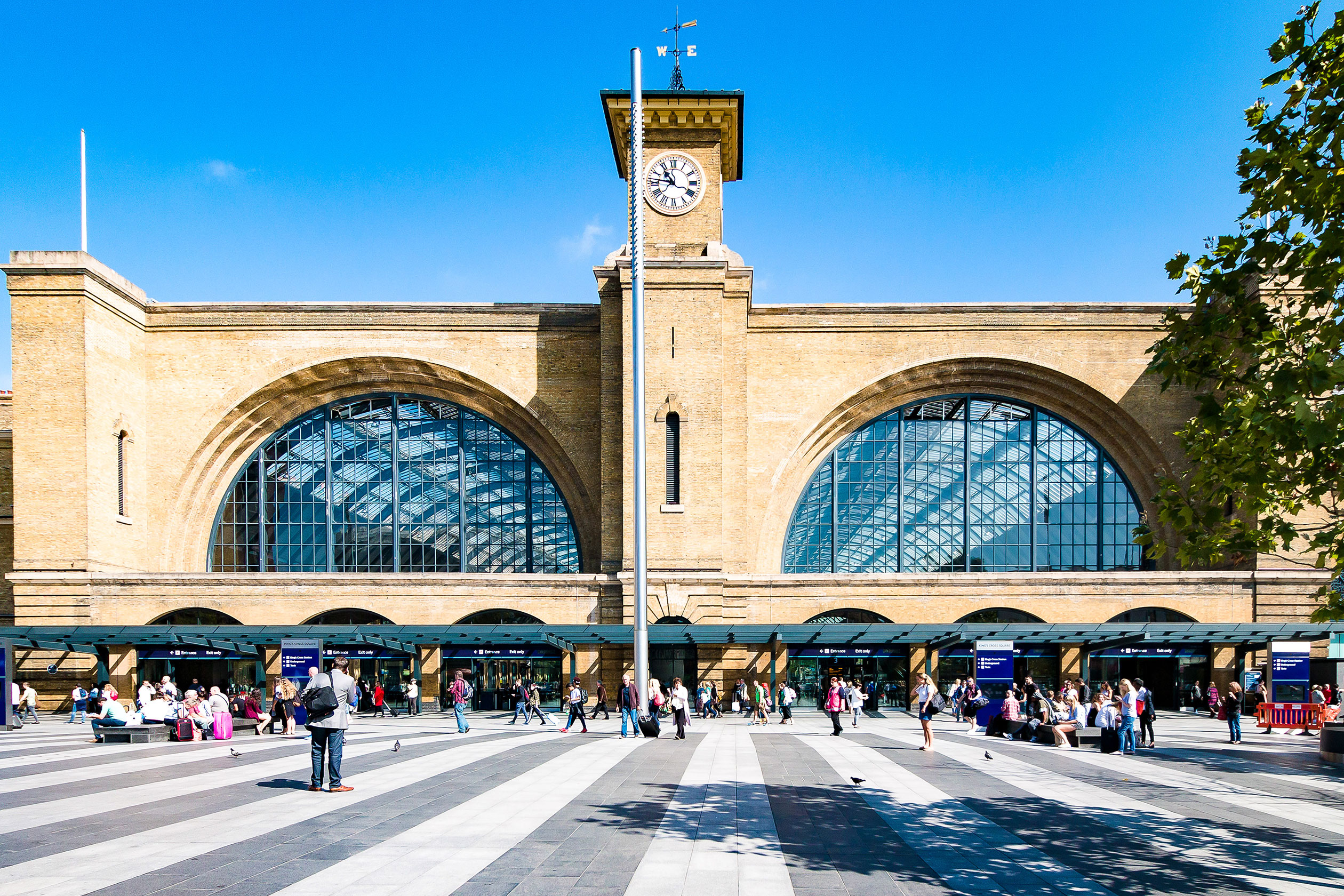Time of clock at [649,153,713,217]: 10:46
